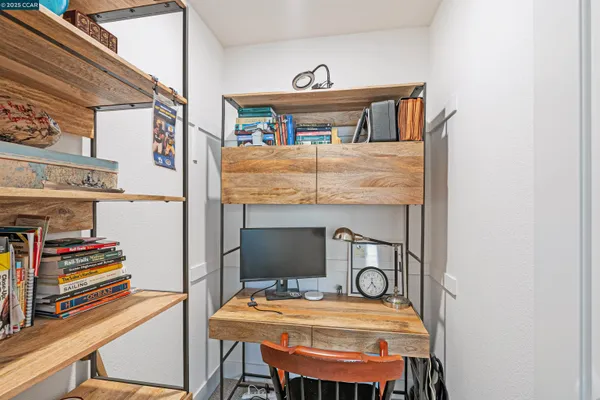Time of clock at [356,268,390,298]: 4:34
